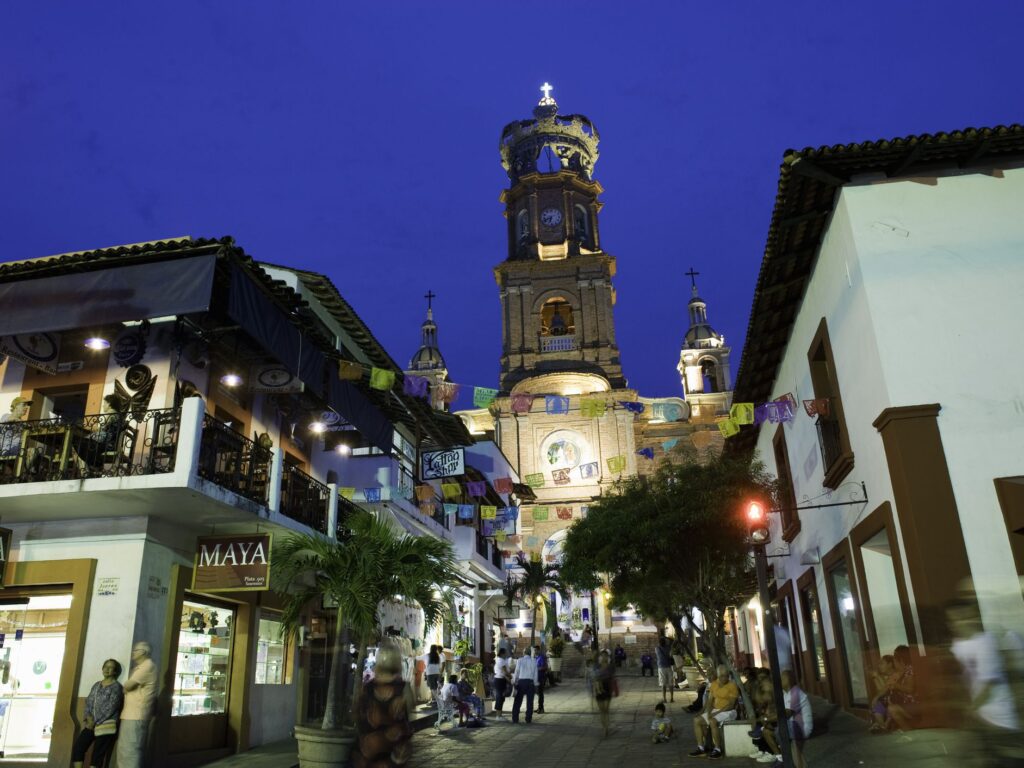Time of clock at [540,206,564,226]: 6:41
